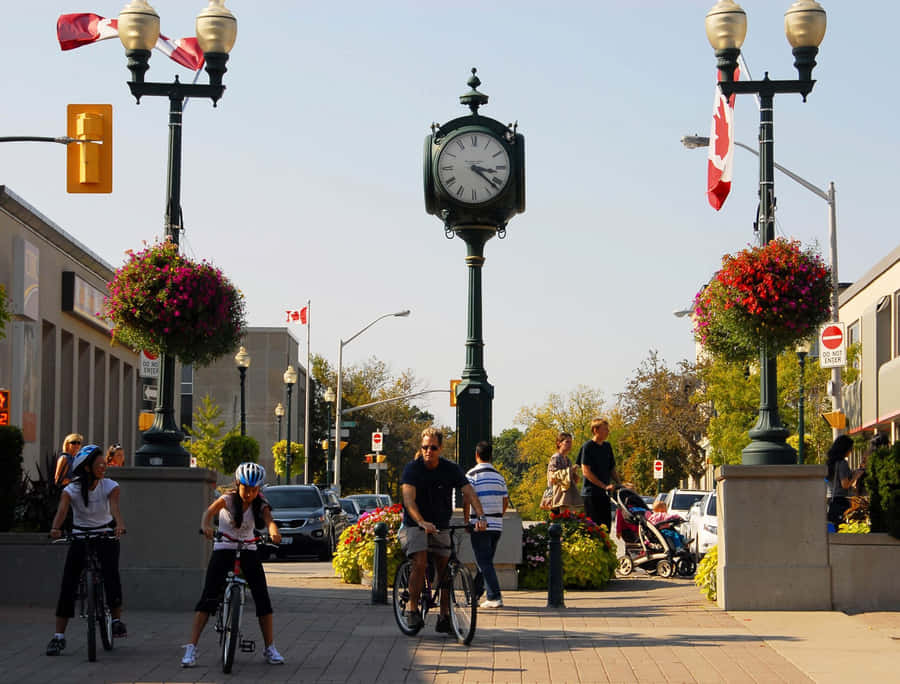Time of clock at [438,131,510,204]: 3:21
